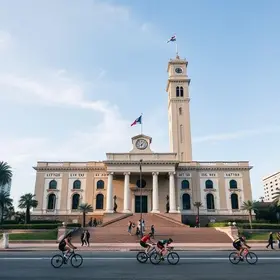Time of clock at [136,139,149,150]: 6:06
